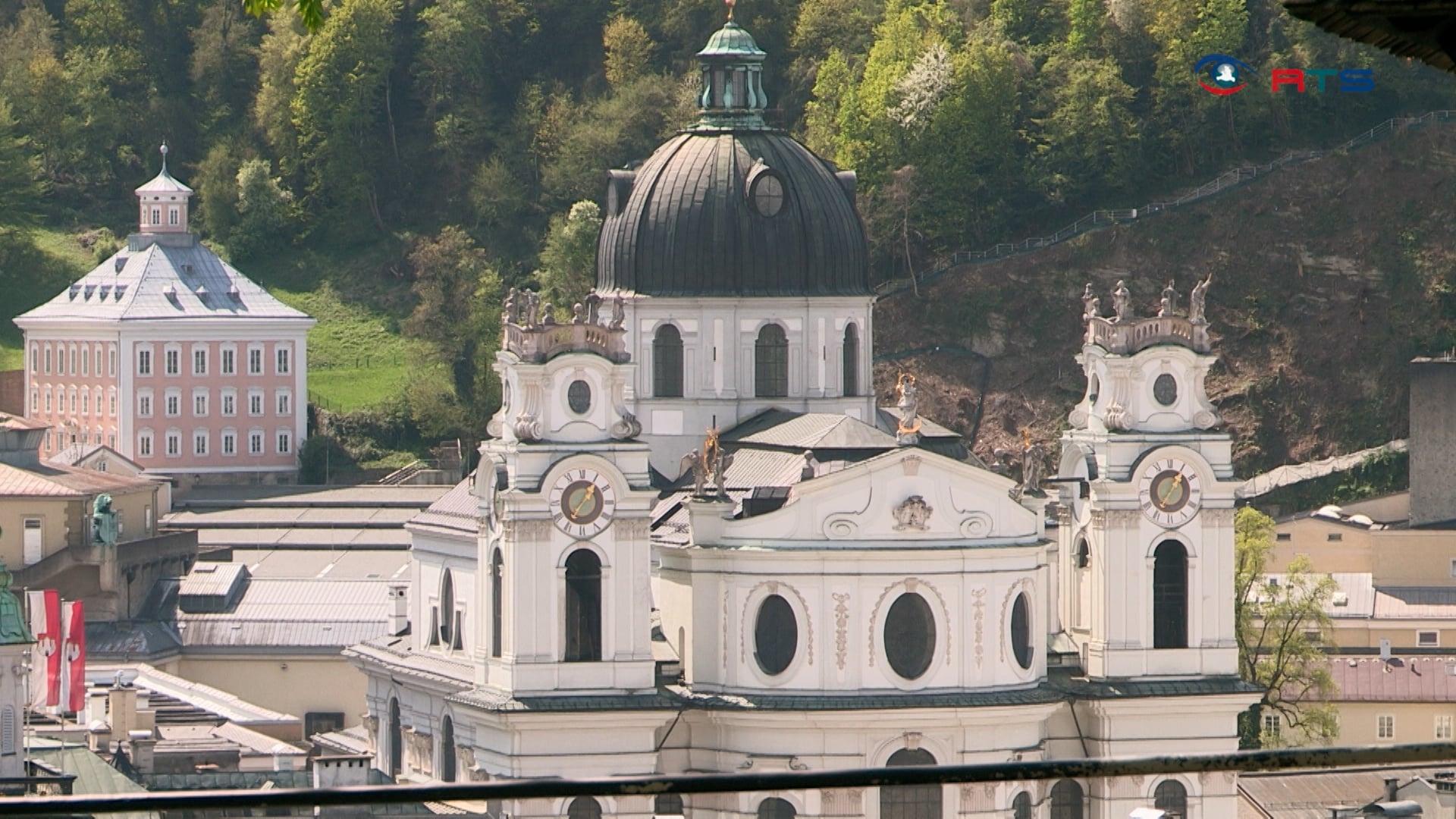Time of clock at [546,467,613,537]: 1:35
